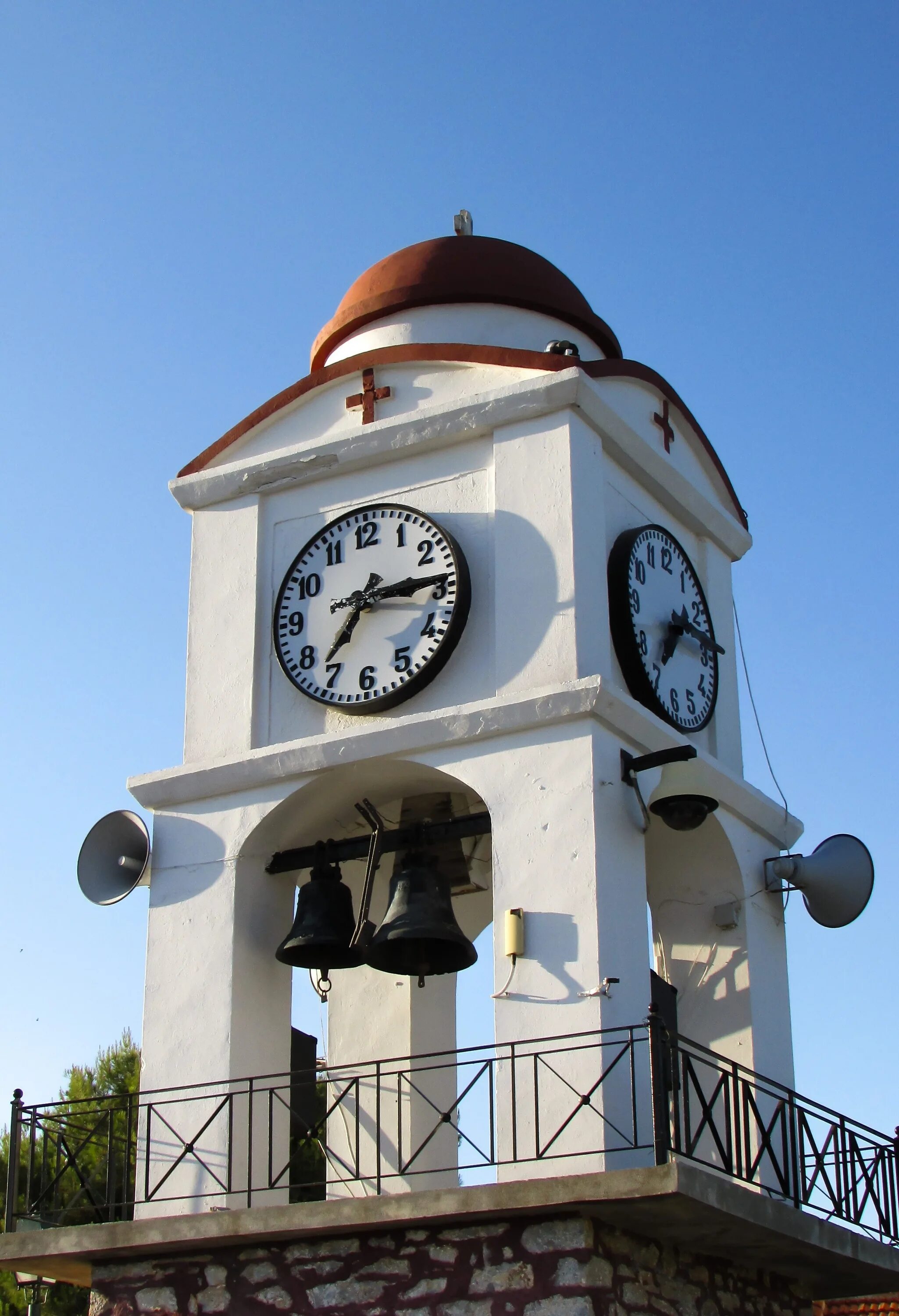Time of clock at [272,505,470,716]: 7:14
